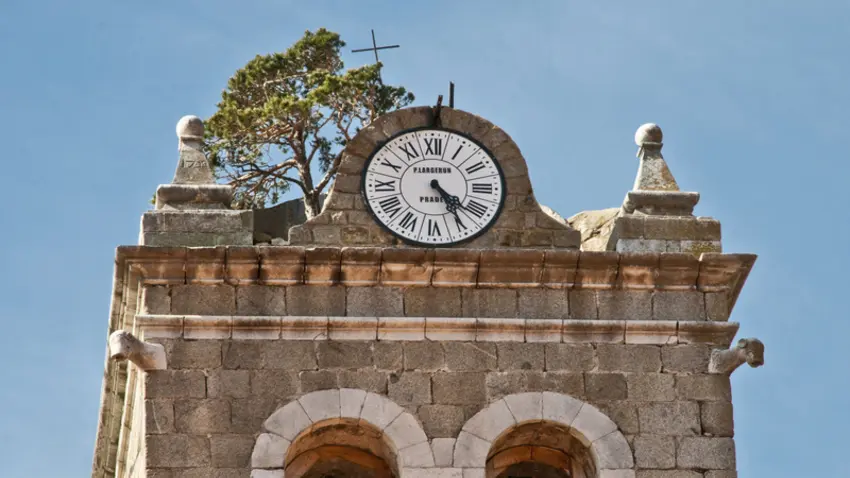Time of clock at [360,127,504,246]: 4:24
